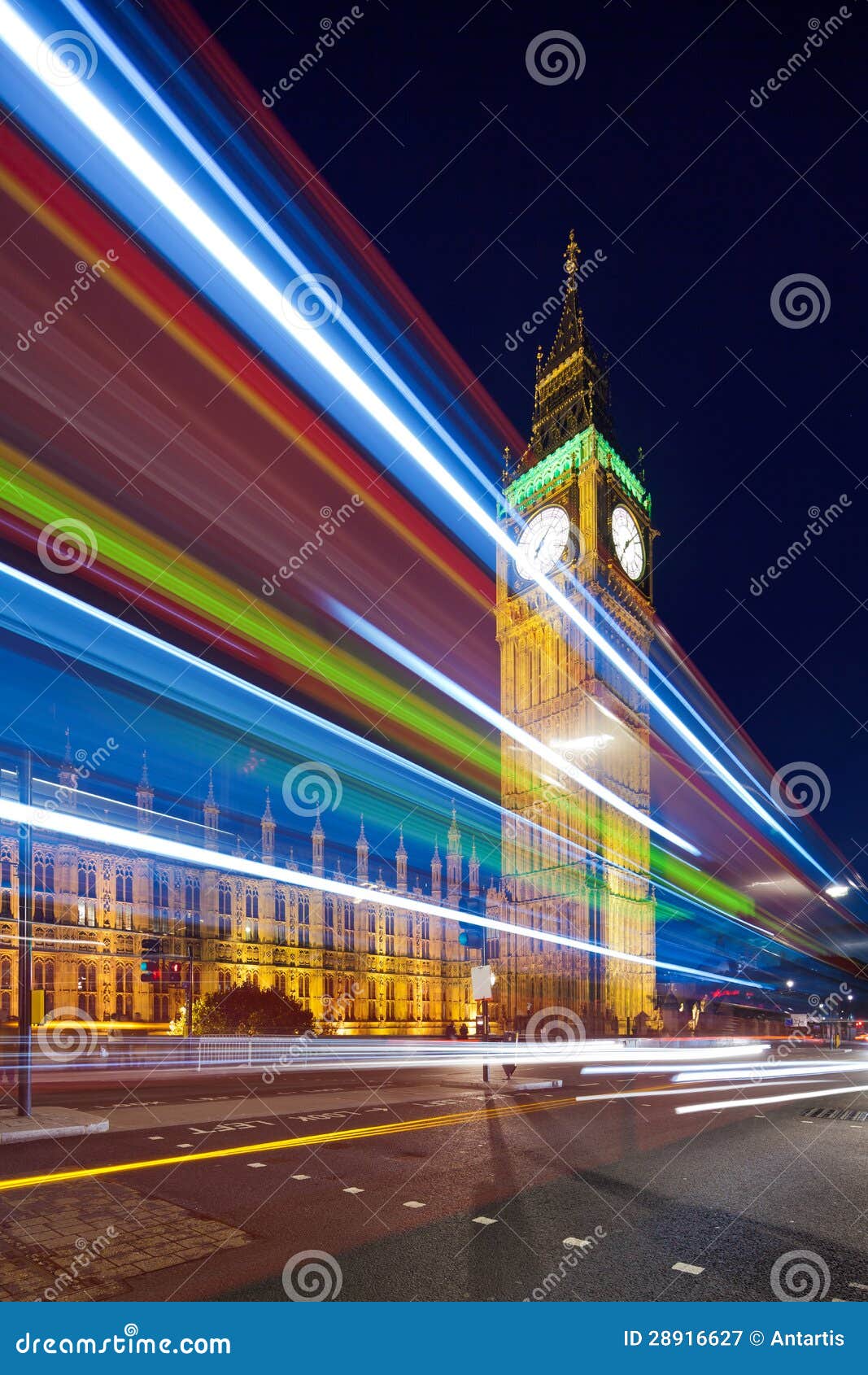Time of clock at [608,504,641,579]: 8:12
